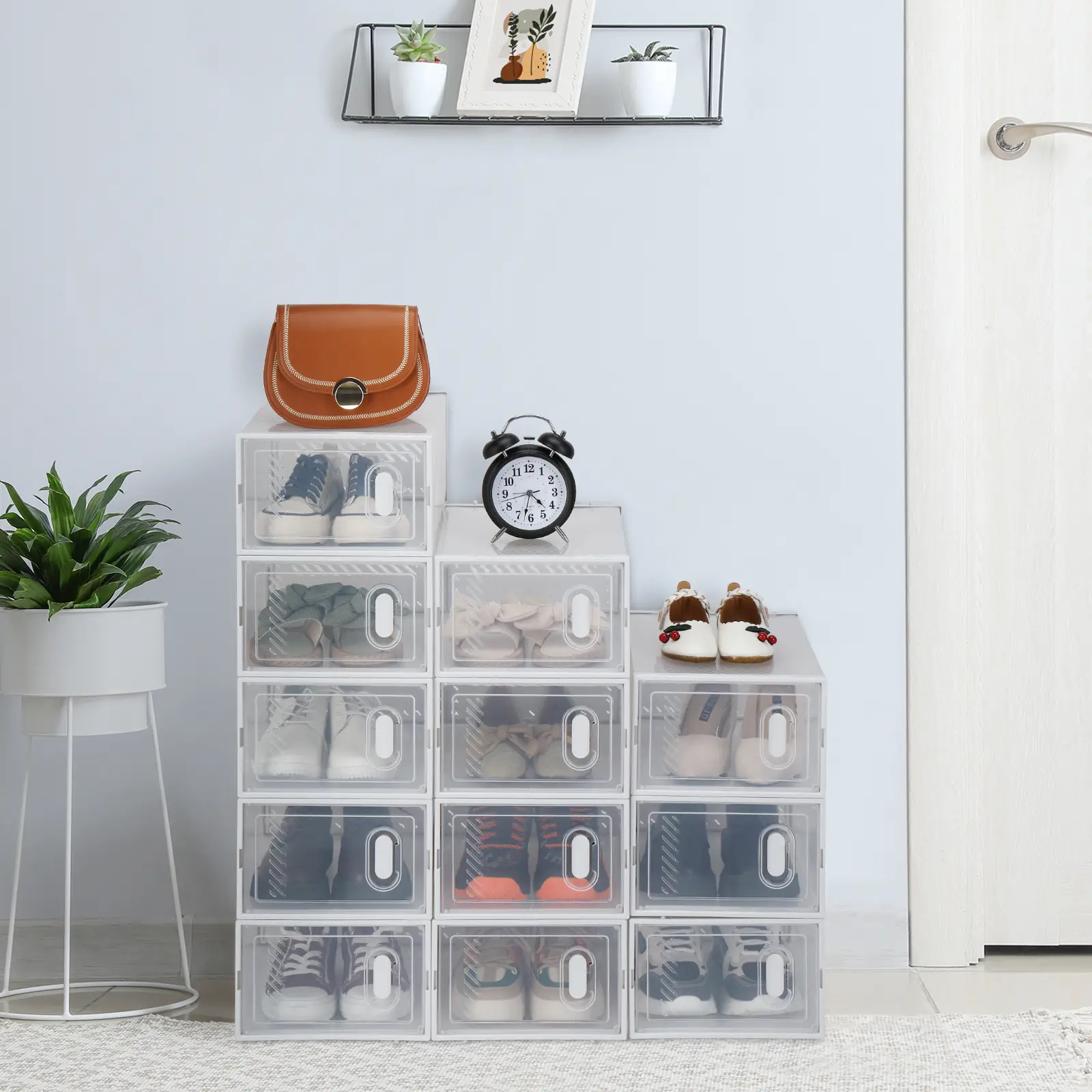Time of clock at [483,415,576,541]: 4:32
